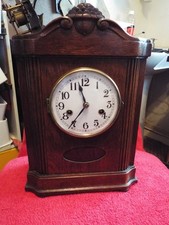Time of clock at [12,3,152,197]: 11:36
